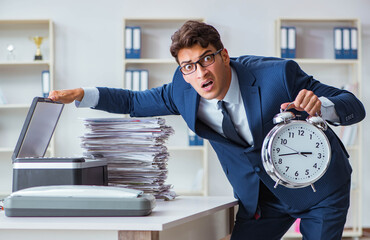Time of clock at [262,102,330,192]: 2:42
